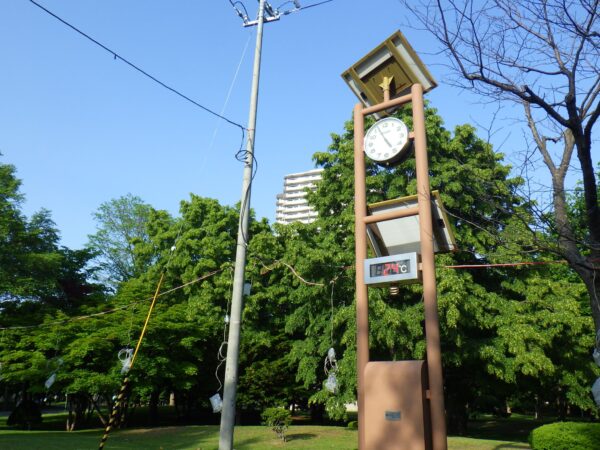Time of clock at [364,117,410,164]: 4:56
